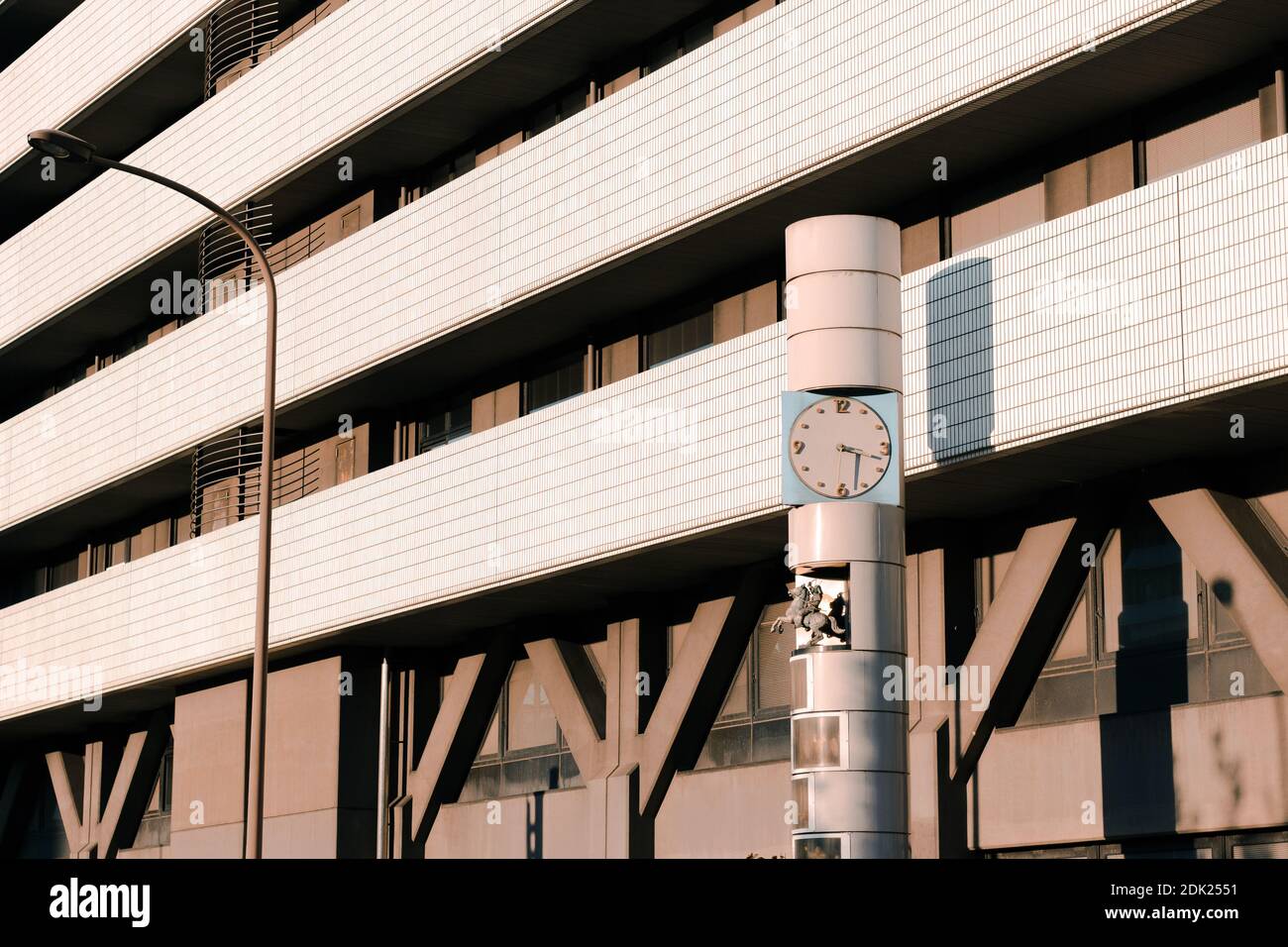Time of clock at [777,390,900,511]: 3:17
